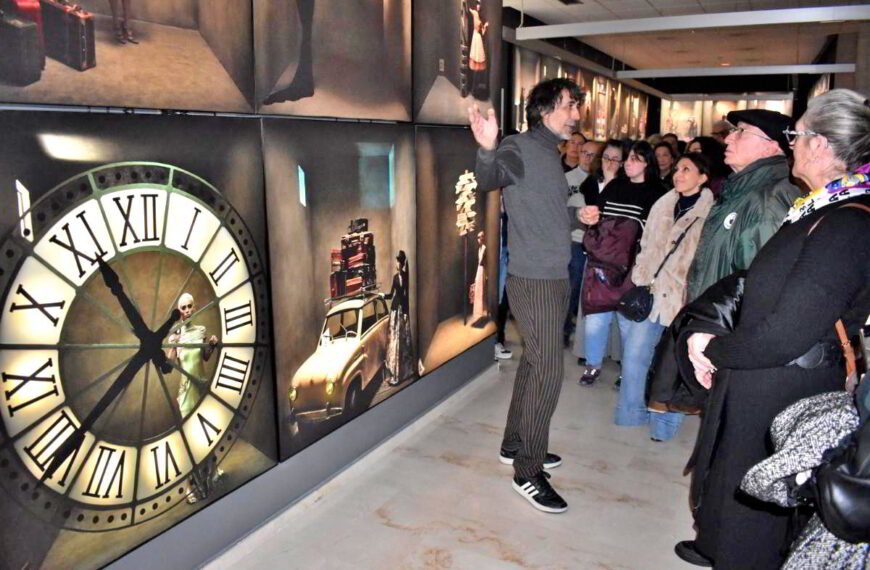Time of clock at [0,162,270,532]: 10:39
